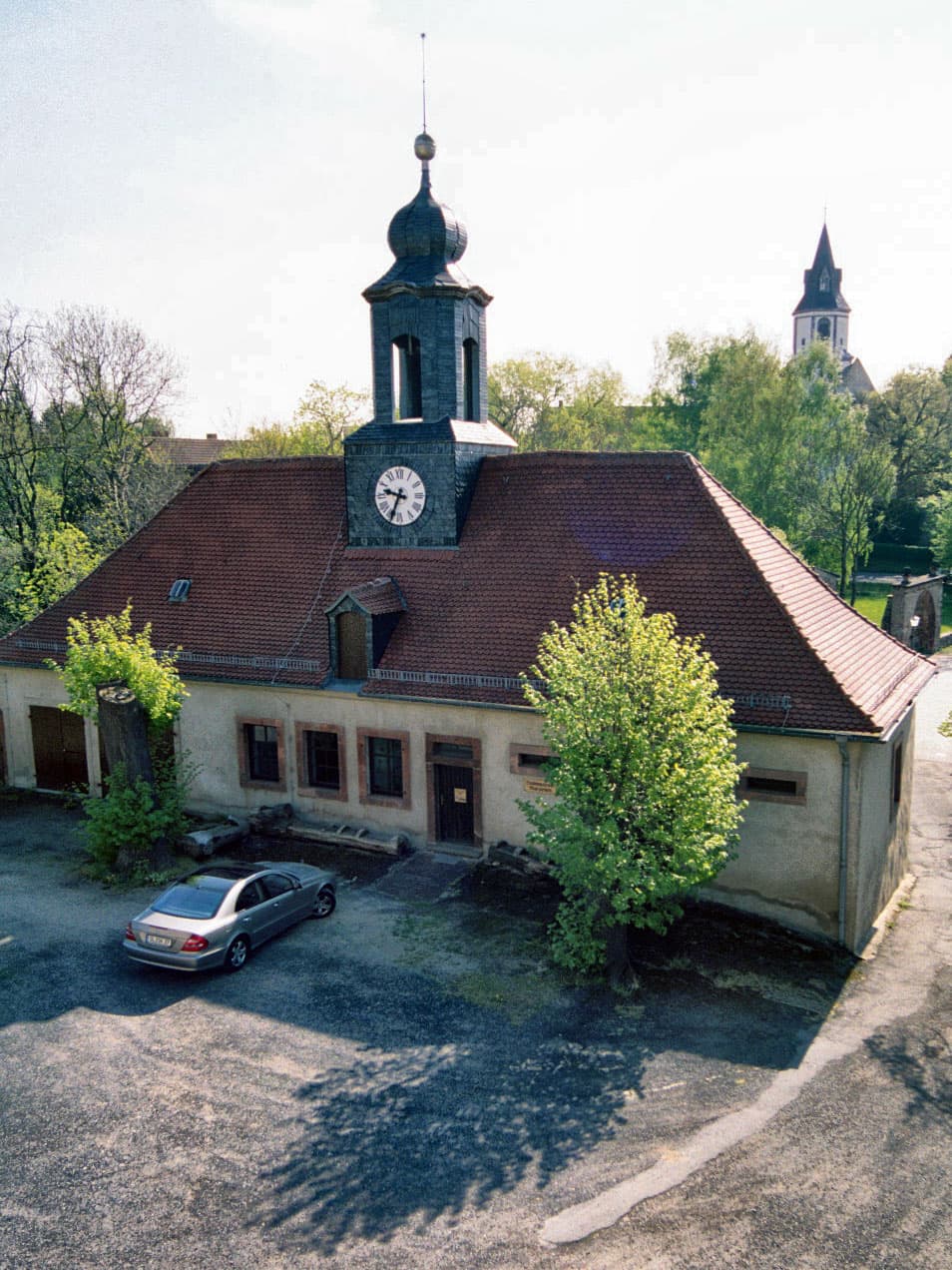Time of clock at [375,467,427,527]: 9:33
